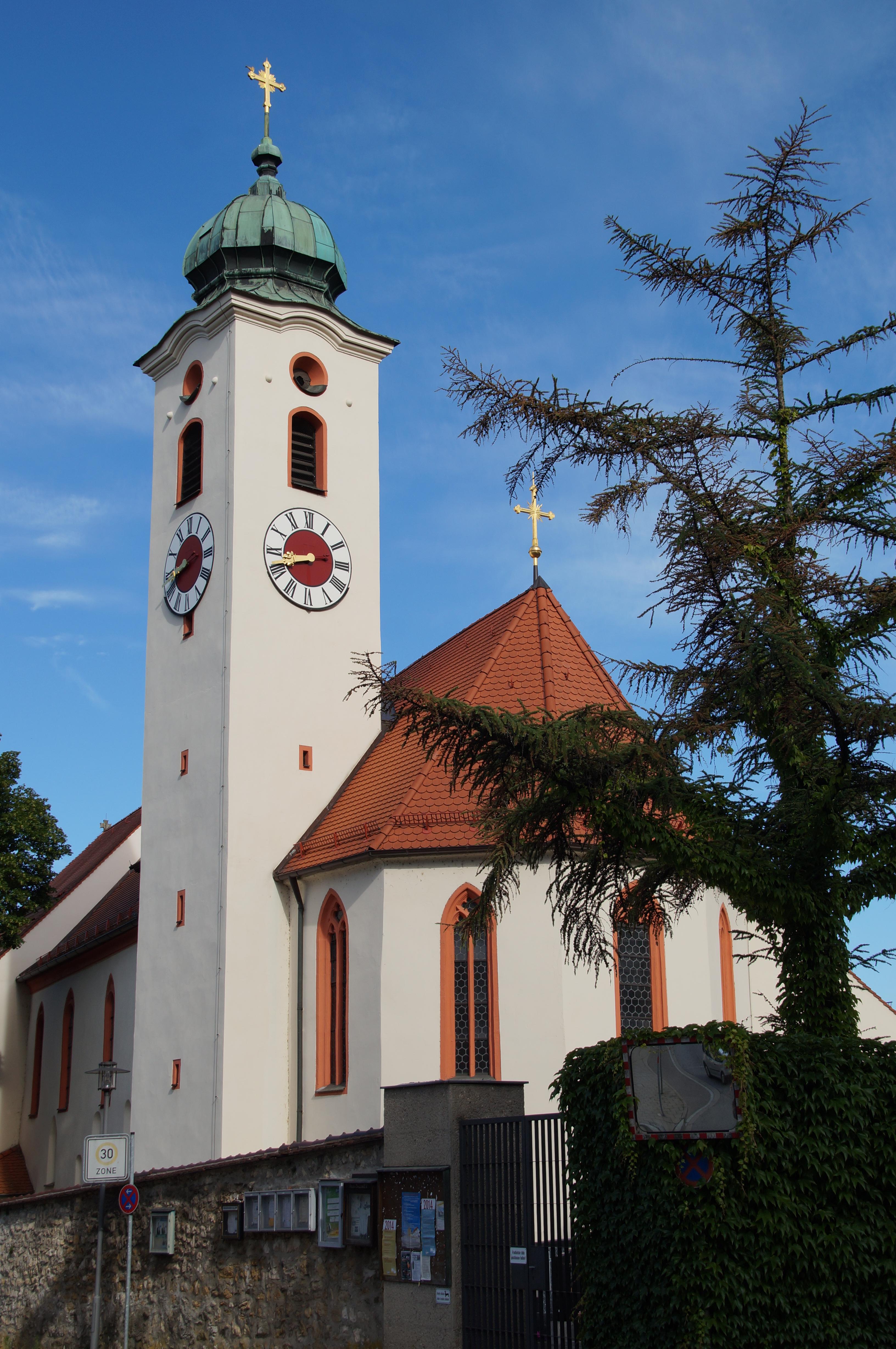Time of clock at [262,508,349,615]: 8:42
